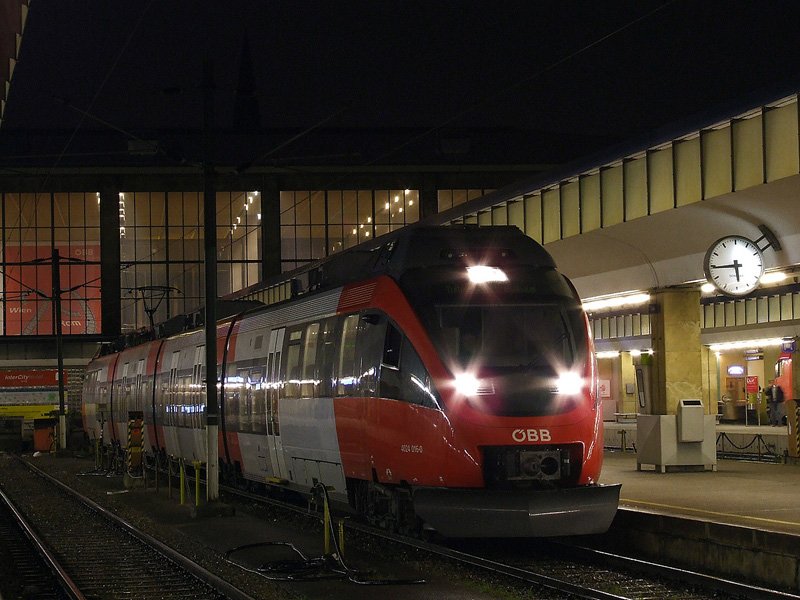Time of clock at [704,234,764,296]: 5:44
